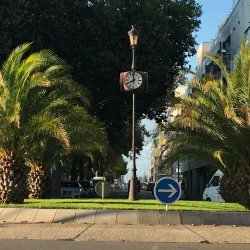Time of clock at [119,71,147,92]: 7:59
